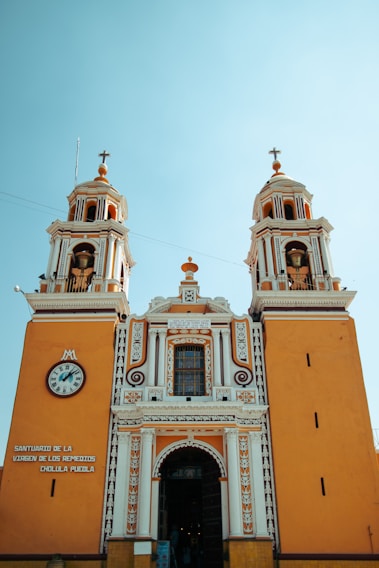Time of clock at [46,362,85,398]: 1:08
